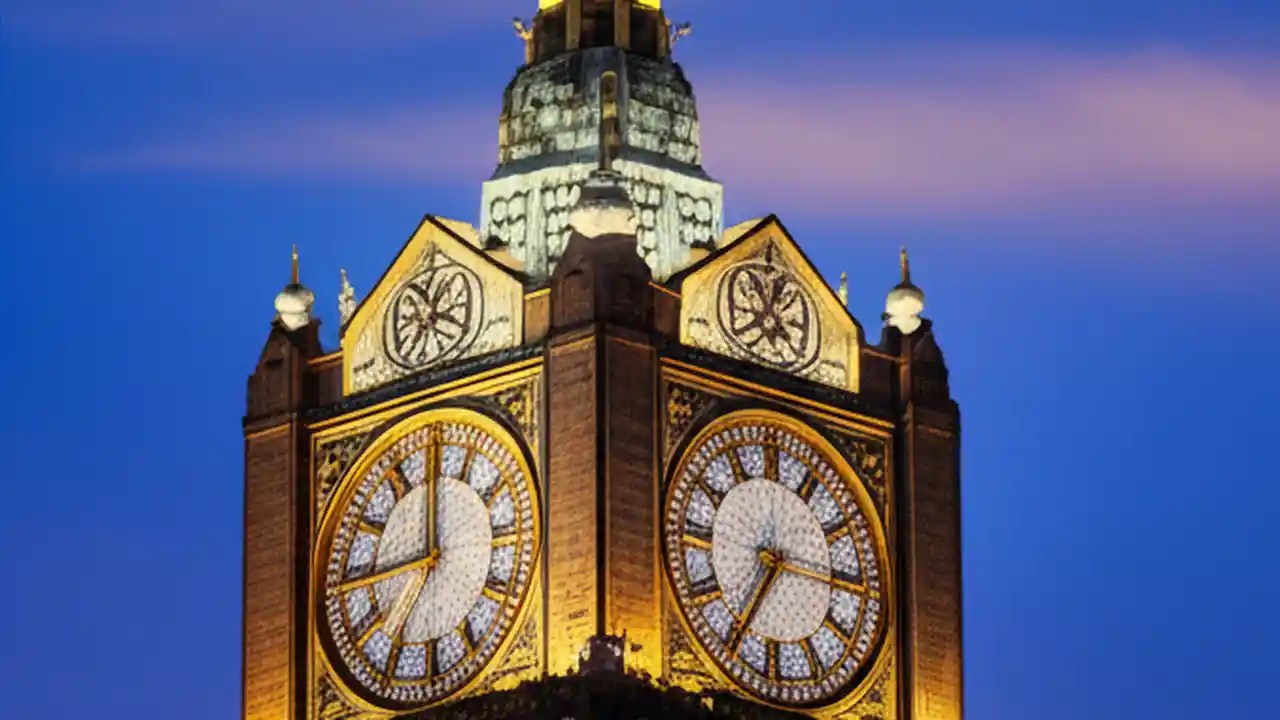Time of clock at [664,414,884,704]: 7:15
